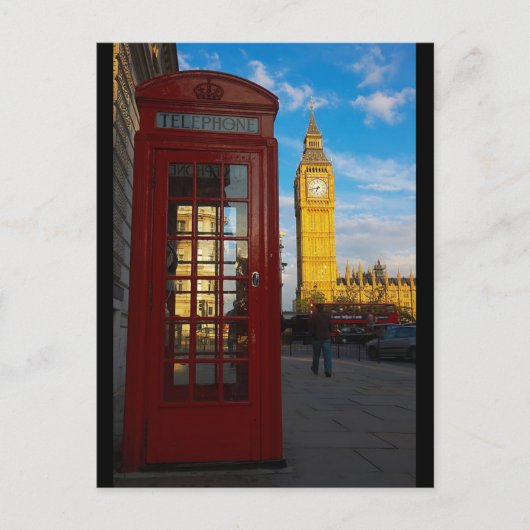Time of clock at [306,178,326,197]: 6:42
